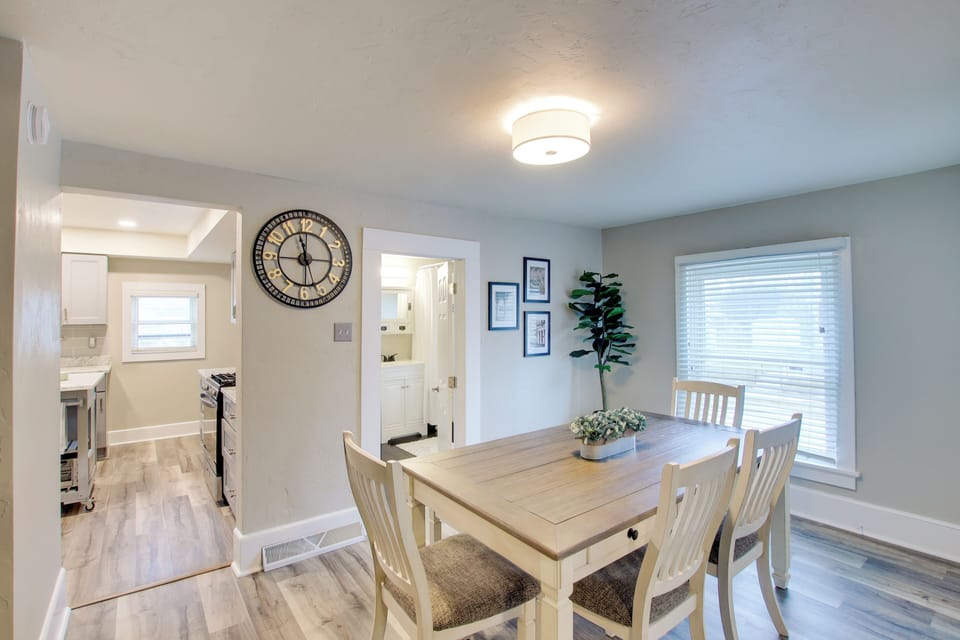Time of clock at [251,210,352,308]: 11:44
